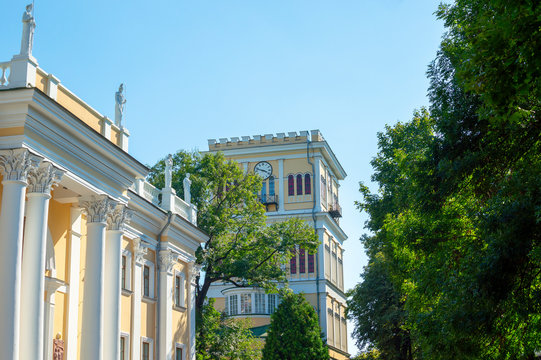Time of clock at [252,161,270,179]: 3:48
